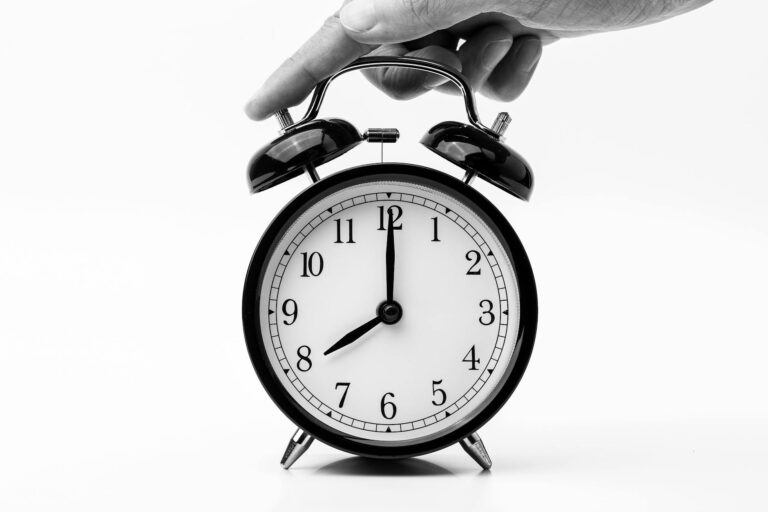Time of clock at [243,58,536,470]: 8:00
